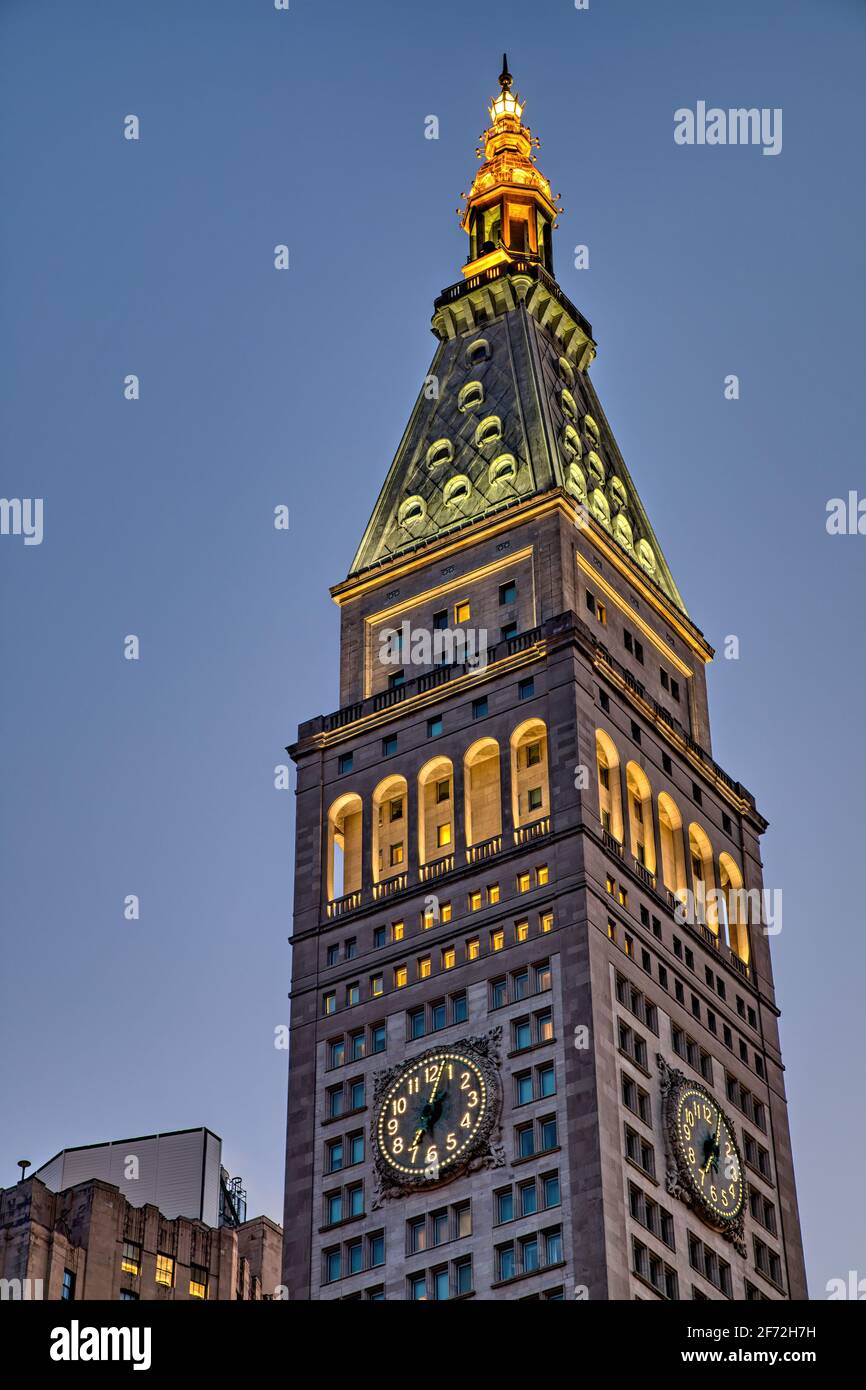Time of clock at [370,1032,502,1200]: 7:02
